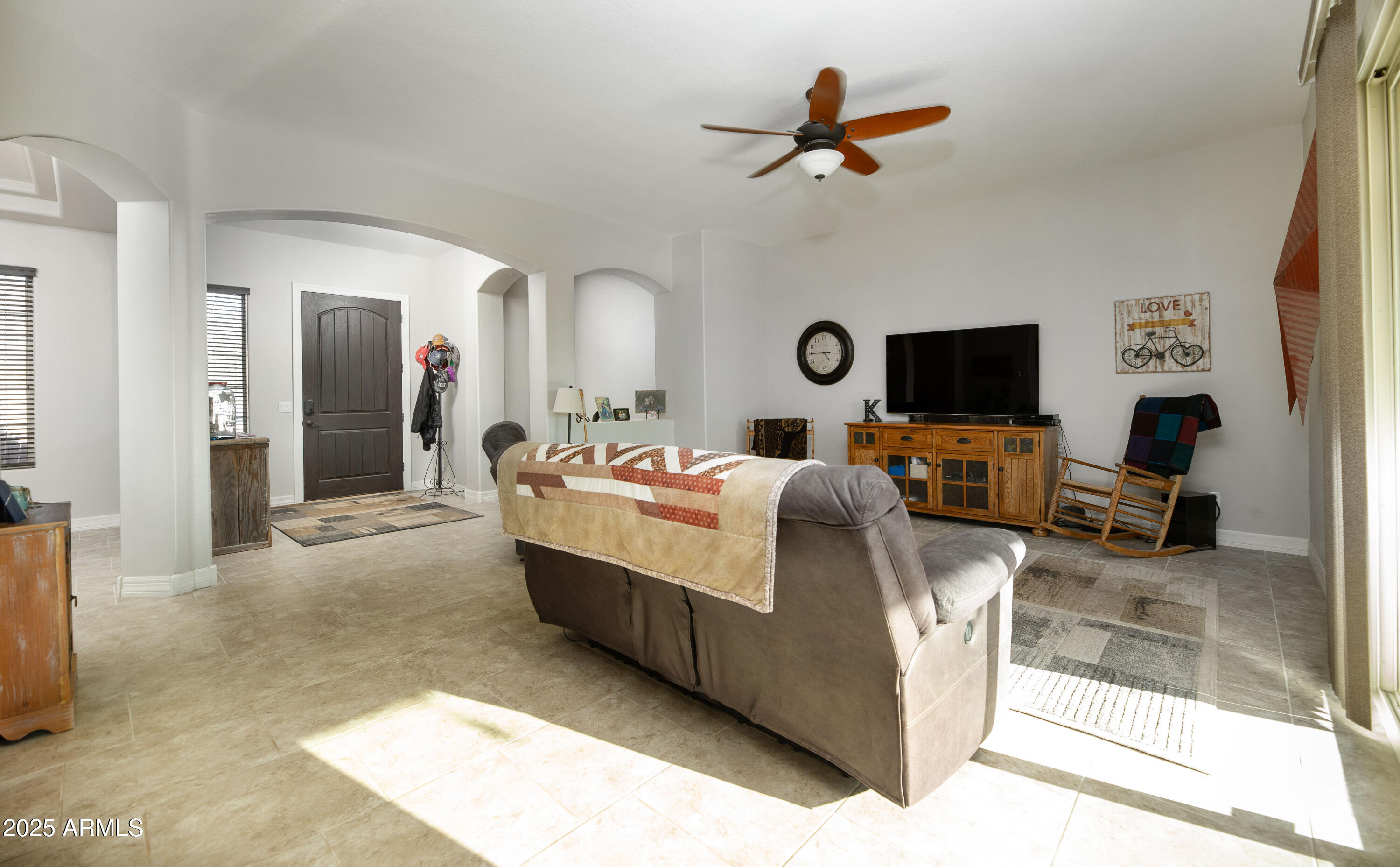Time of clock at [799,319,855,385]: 4:45
